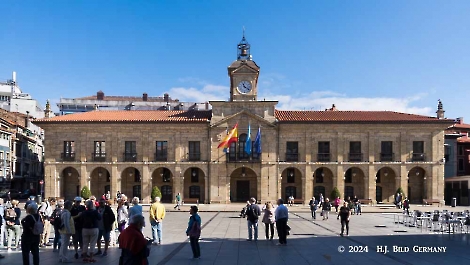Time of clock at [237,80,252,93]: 11:21
